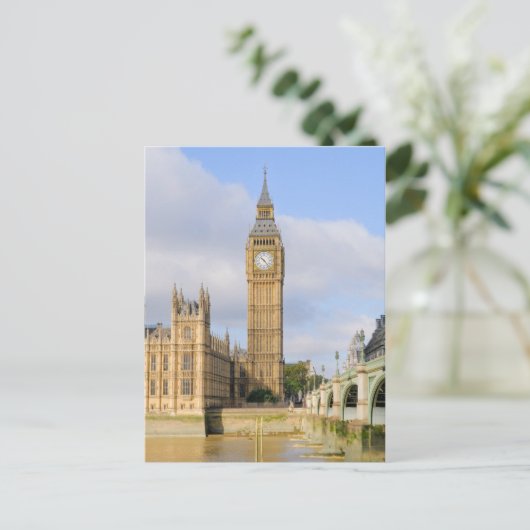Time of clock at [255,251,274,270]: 10:23
